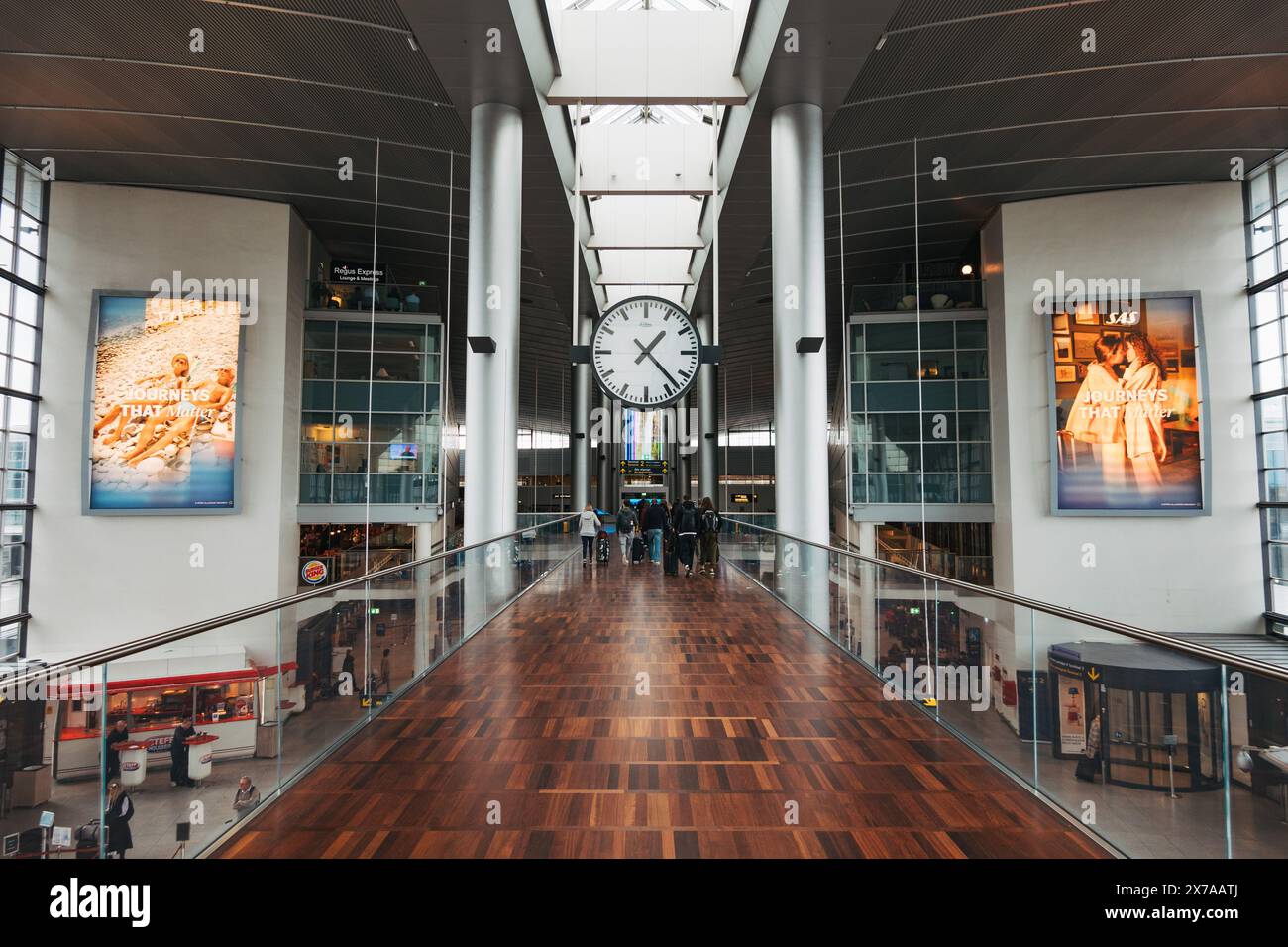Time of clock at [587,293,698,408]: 1:22
